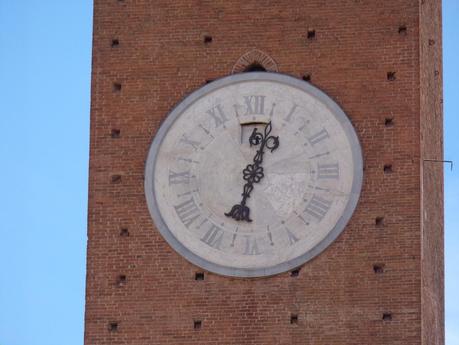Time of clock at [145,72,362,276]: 12:32
